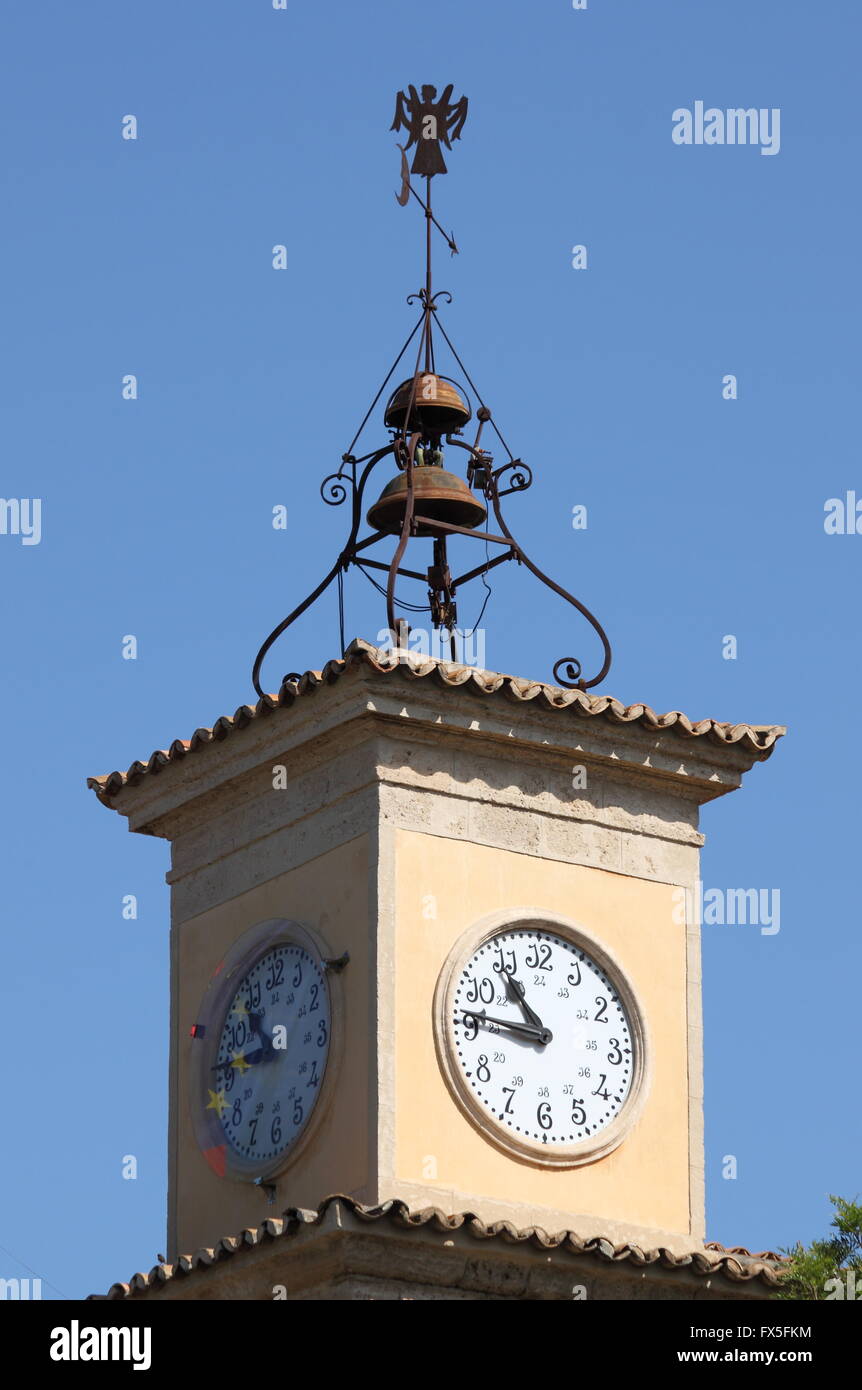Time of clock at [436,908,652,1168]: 10:46
